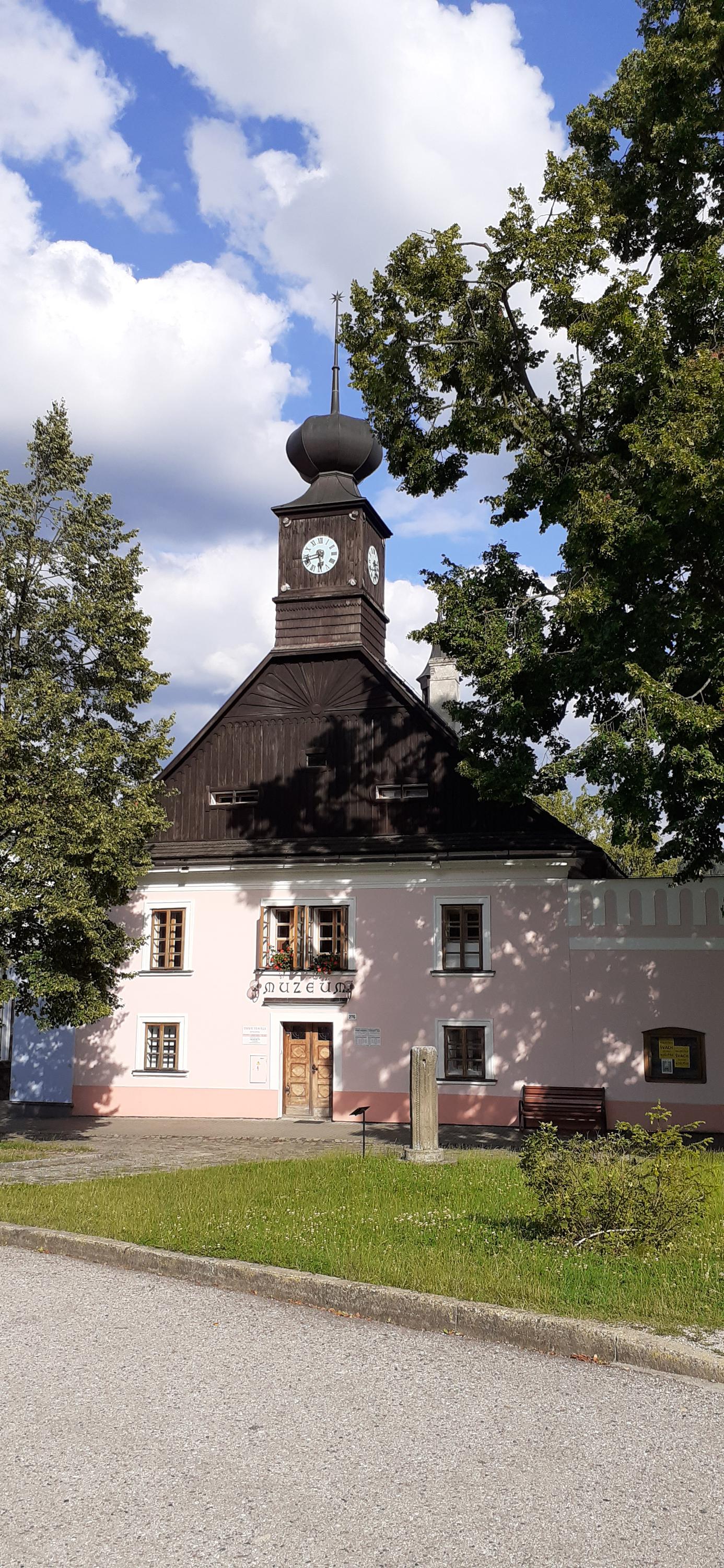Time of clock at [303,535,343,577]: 5:42
